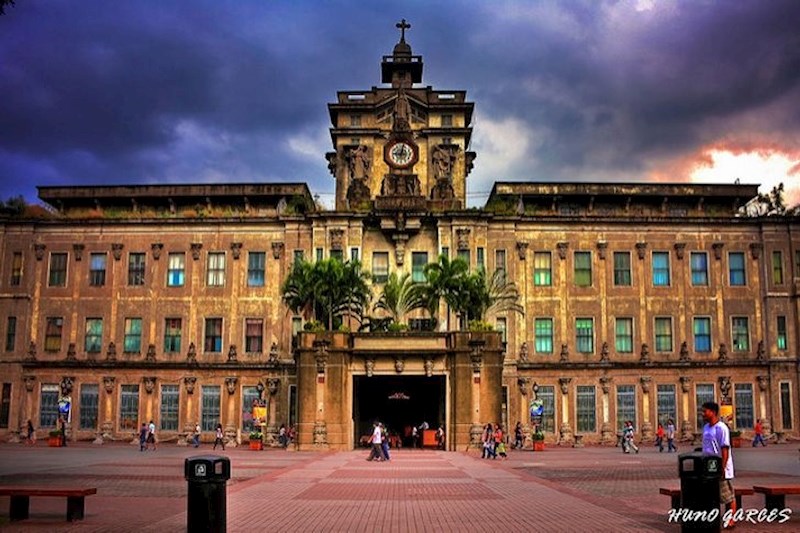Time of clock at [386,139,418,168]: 9:01
